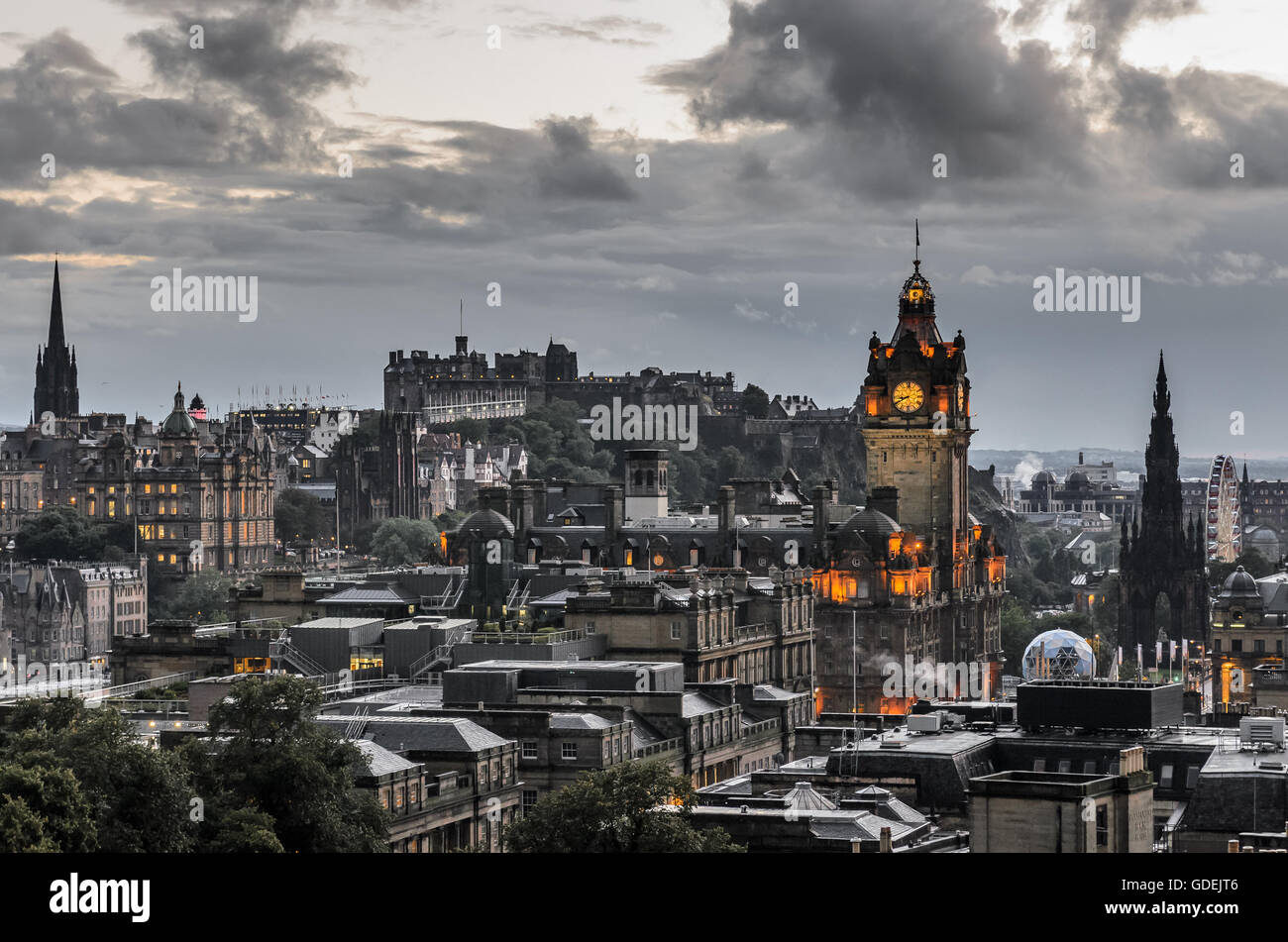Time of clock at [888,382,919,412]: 8:40
